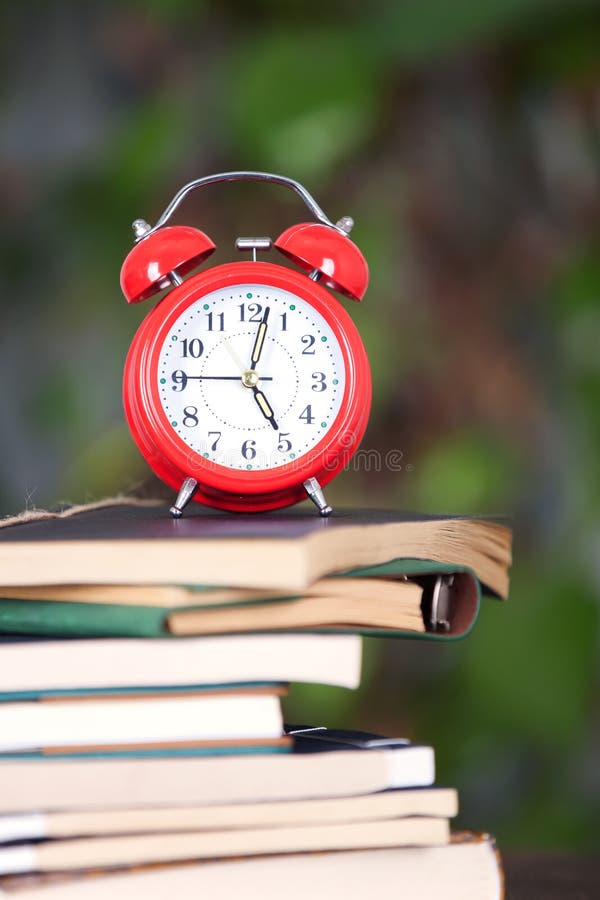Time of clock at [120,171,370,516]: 5:02
